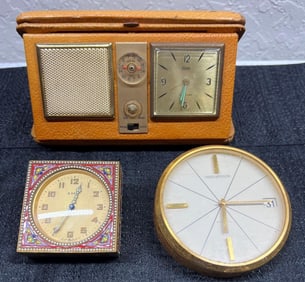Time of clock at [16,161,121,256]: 12:34
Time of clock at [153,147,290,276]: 6:14
